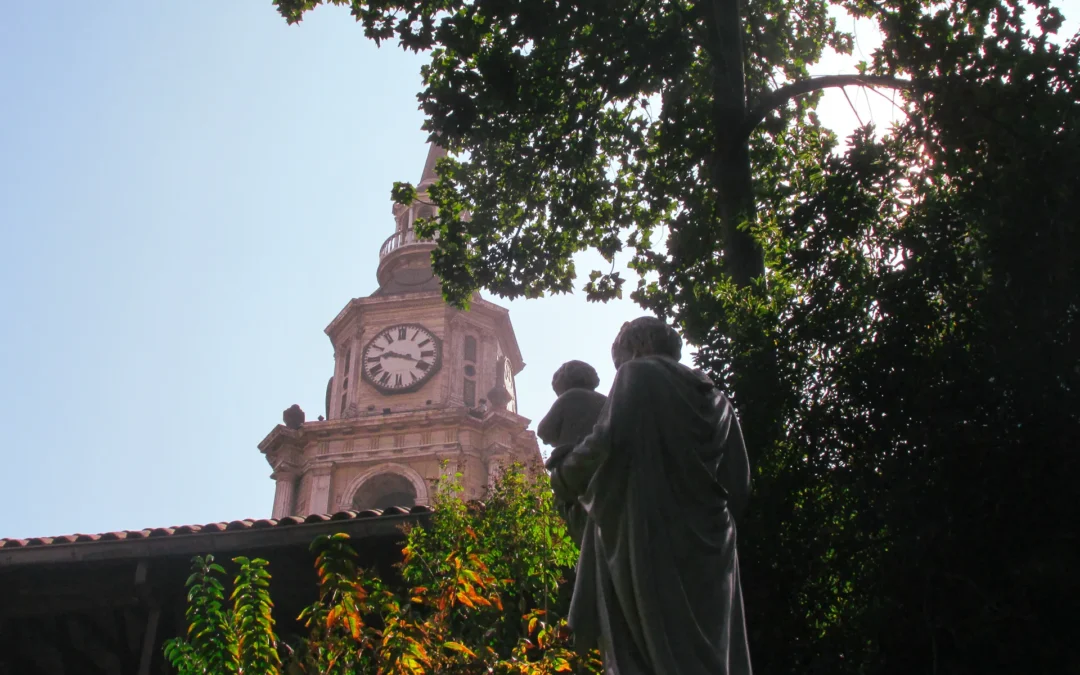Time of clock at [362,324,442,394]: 9:18
